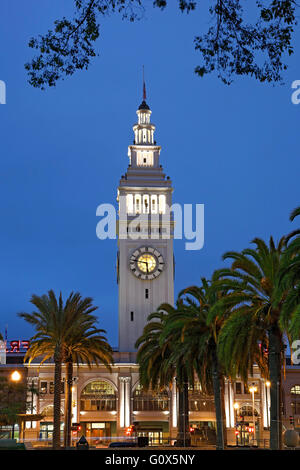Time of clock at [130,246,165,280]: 5:47
